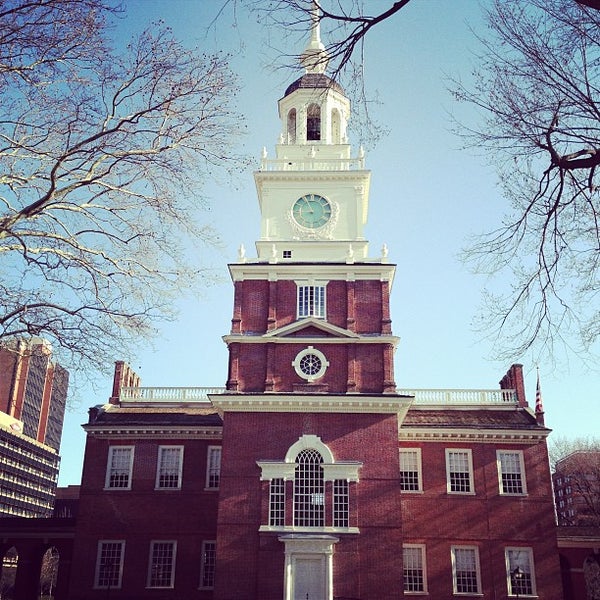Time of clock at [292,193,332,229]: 8:56
